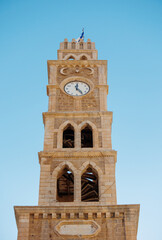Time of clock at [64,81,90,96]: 12:24
